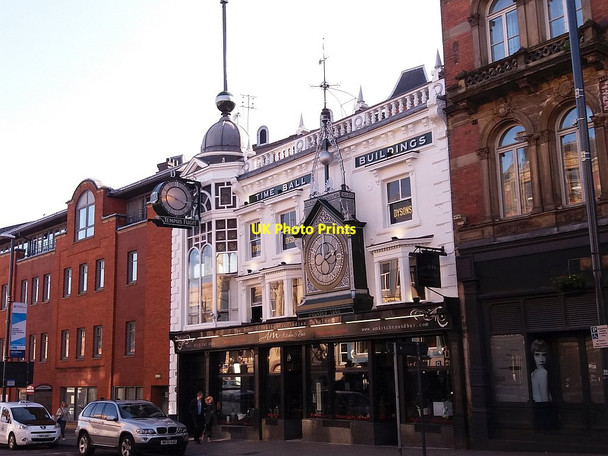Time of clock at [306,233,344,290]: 1:59
